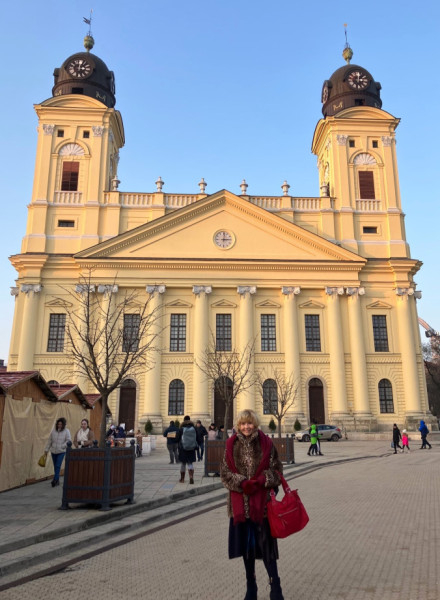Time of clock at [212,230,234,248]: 3:01
